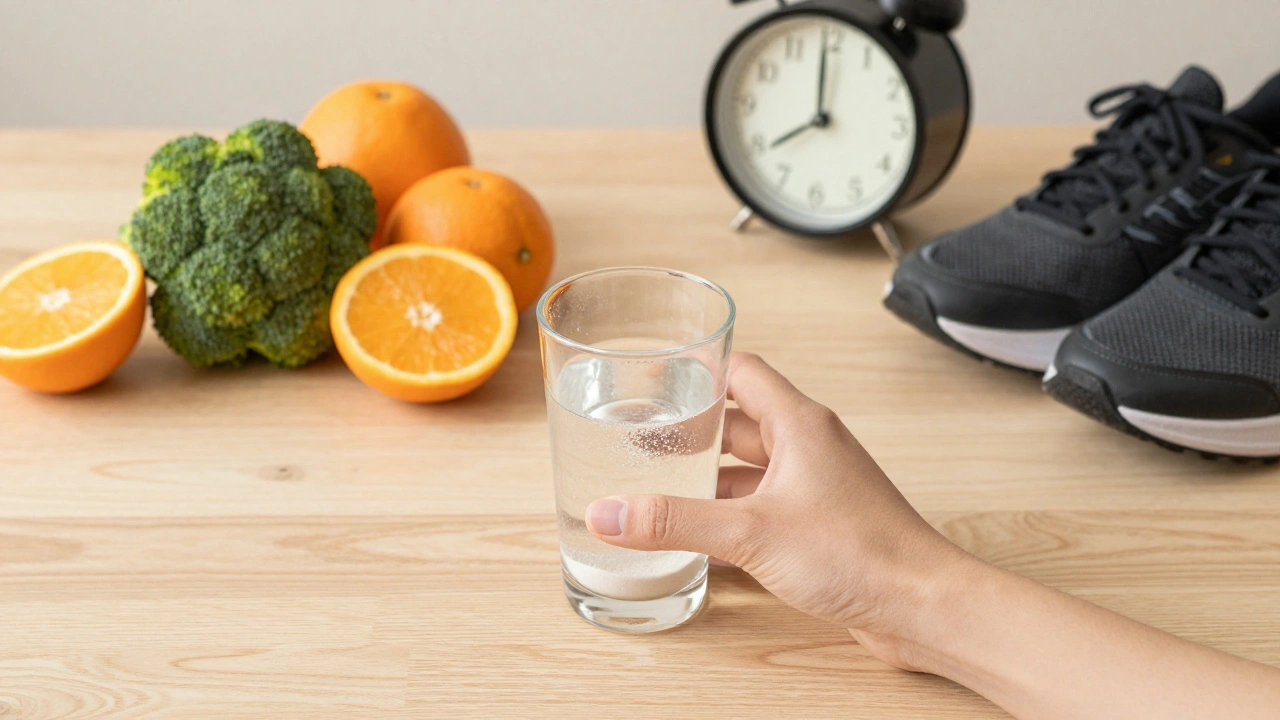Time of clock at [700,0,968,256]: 7:59
